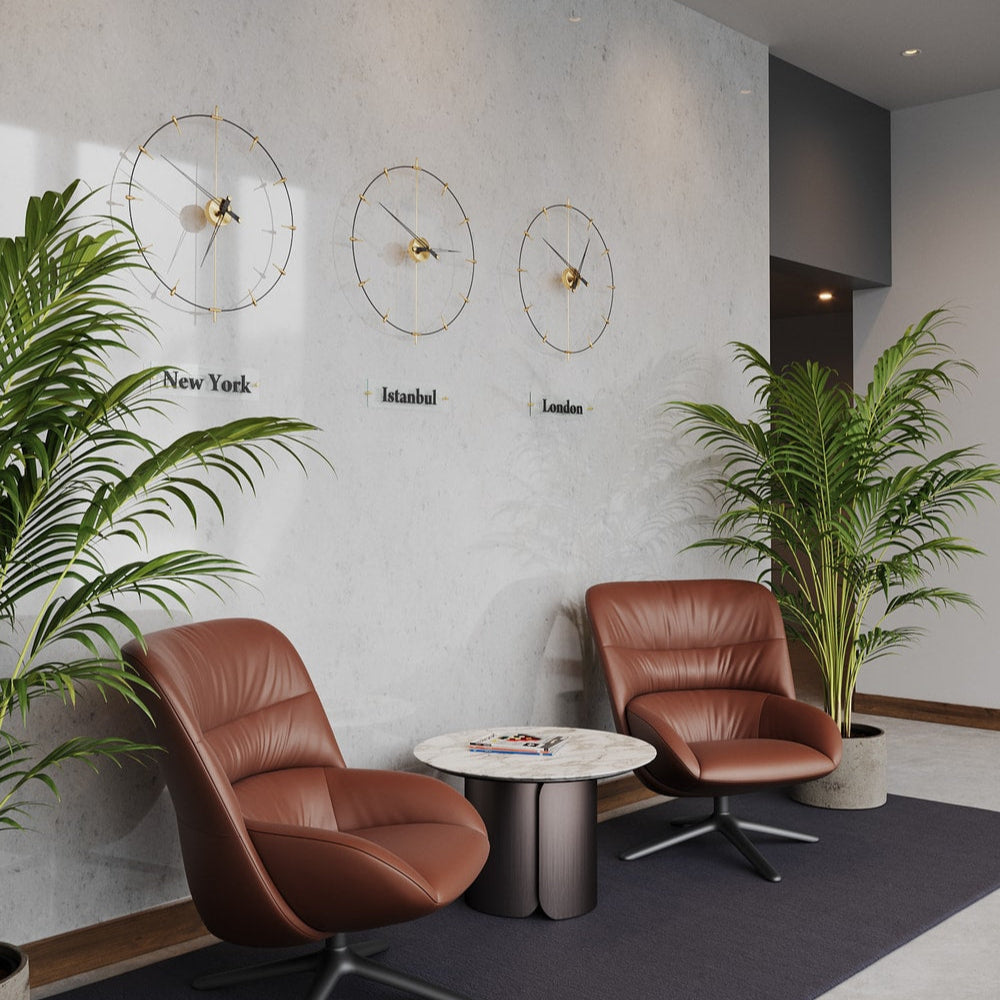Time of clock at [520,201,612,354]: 12:51
